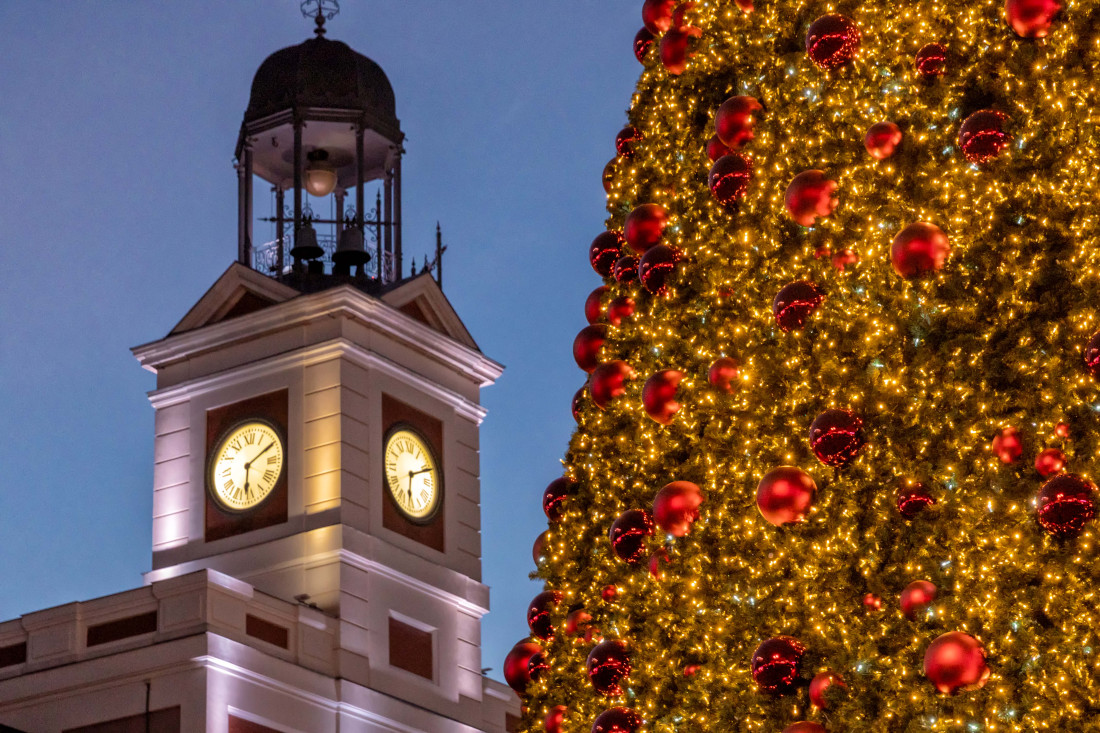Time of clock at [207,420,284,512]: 6:10
